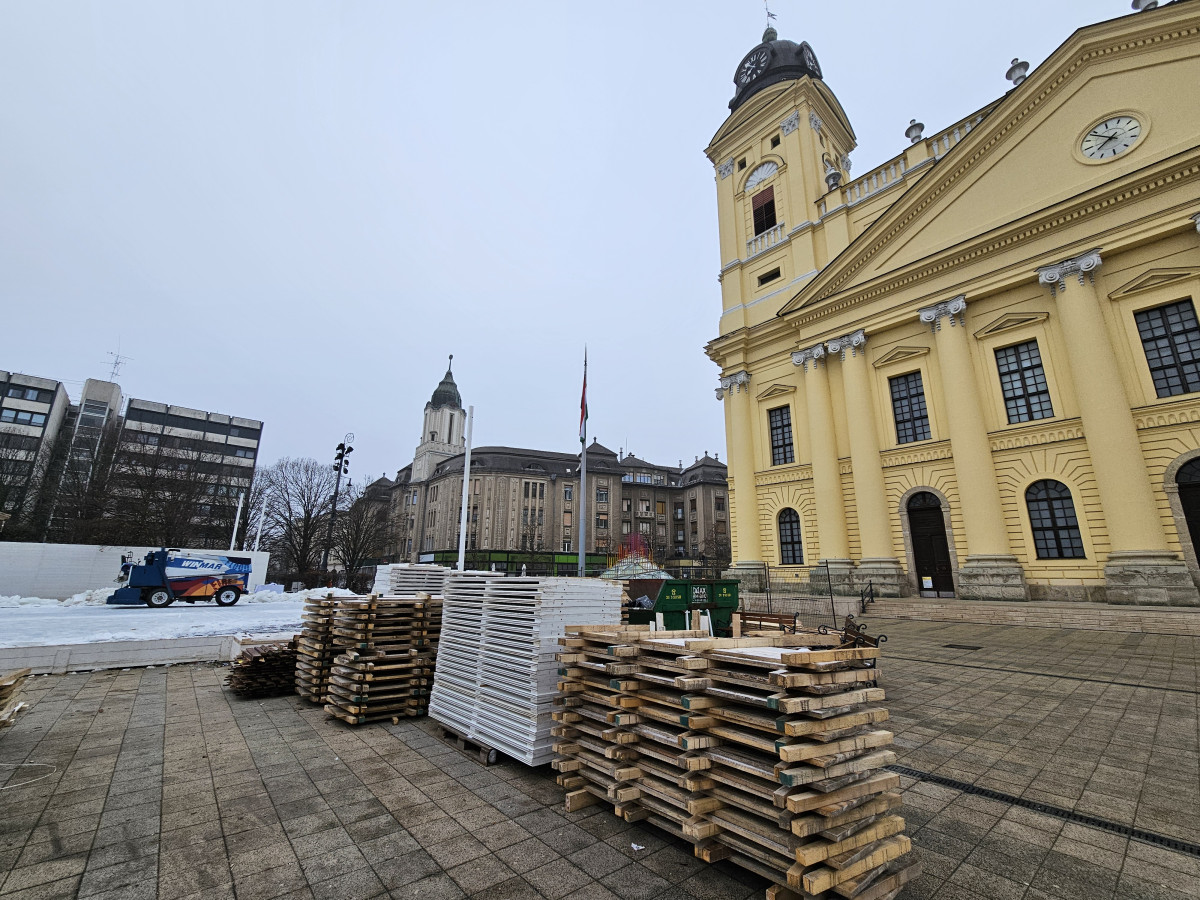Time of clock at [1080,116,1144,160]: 6:48
